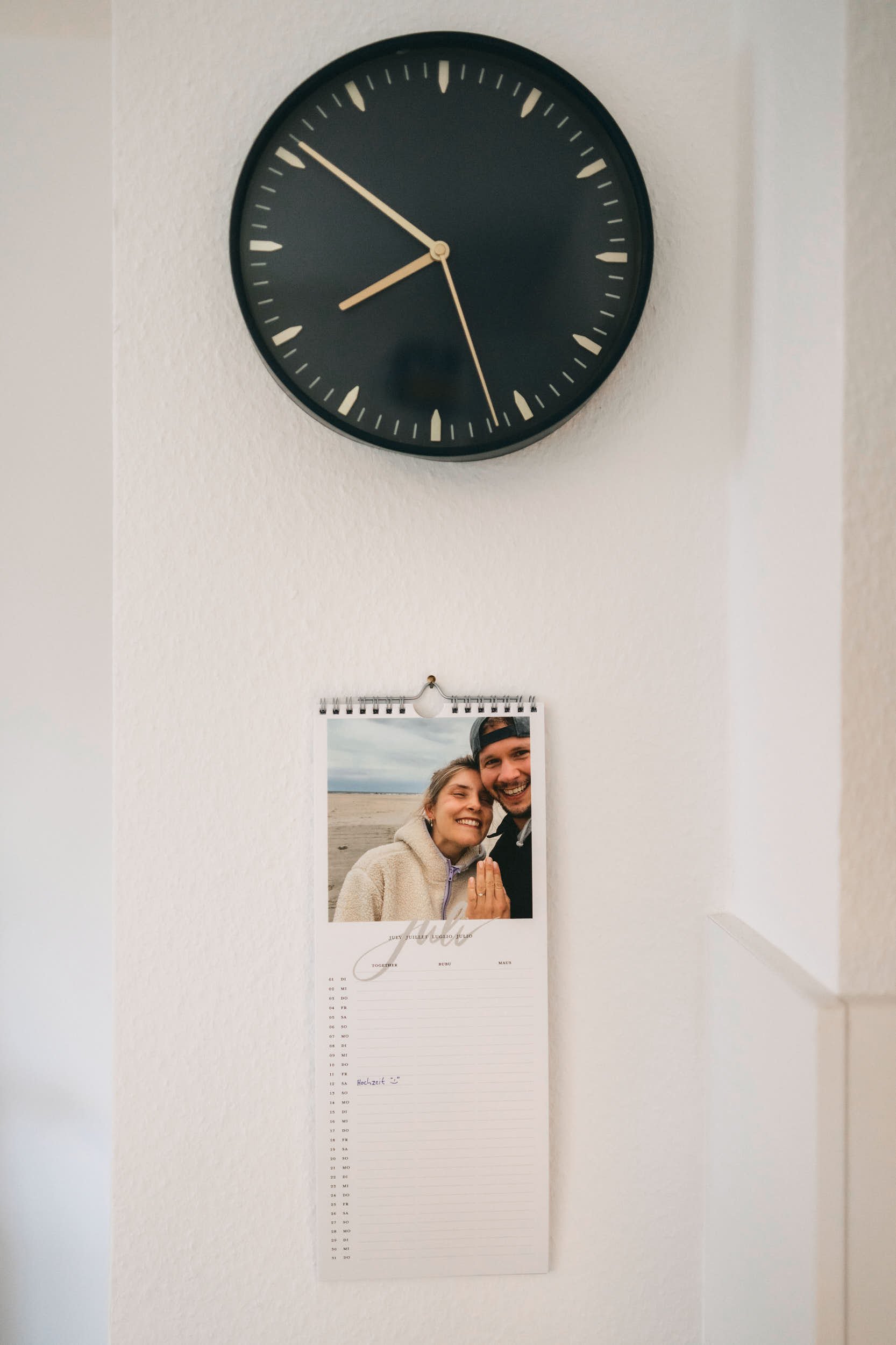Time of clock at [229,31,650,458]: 7:50
